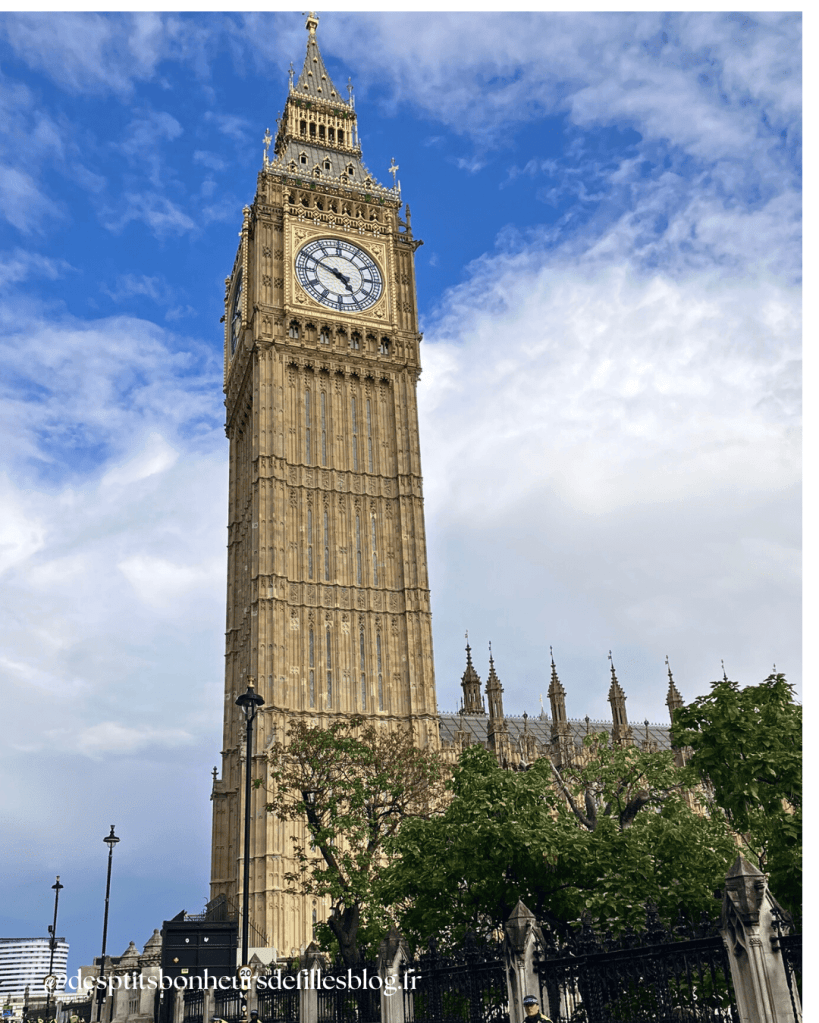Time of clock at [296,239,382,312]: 4:49
